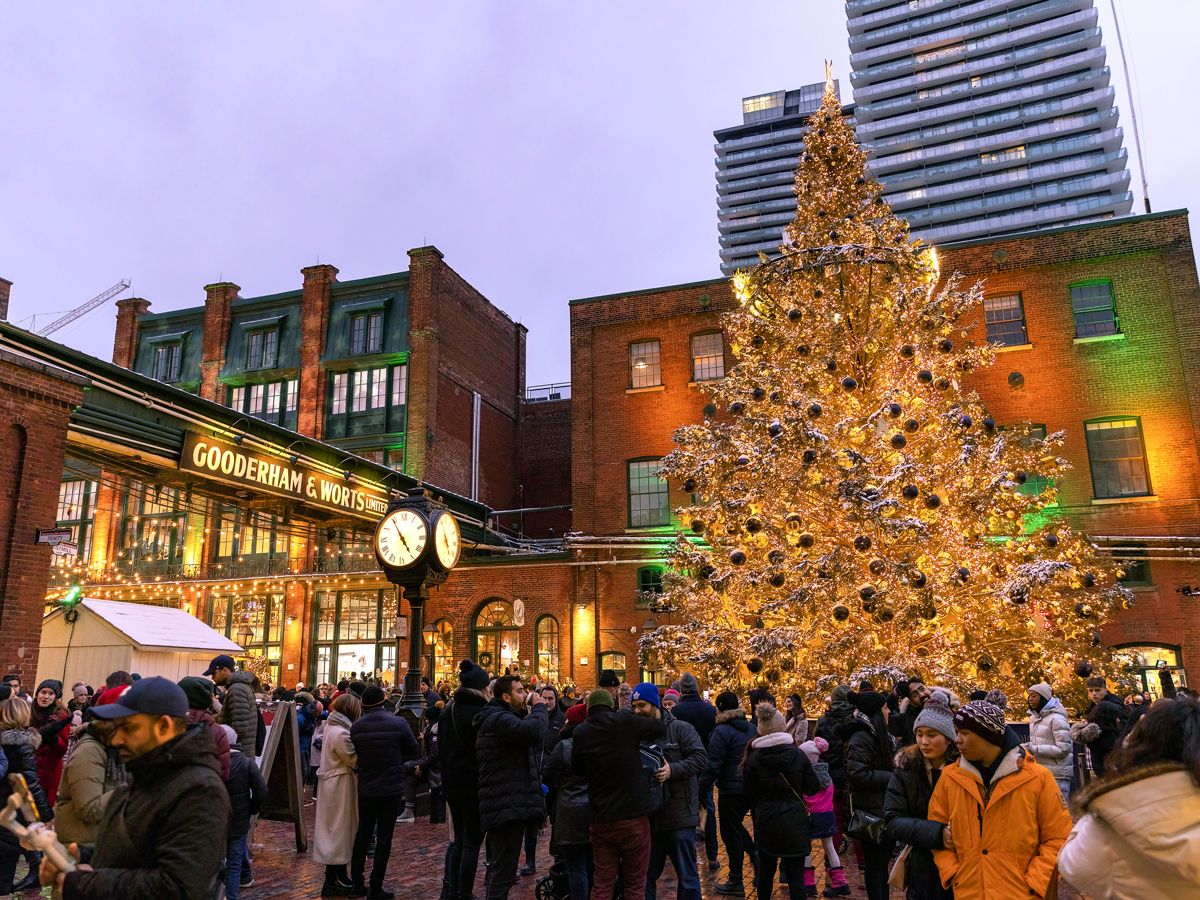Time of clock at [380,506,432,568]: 4:54
